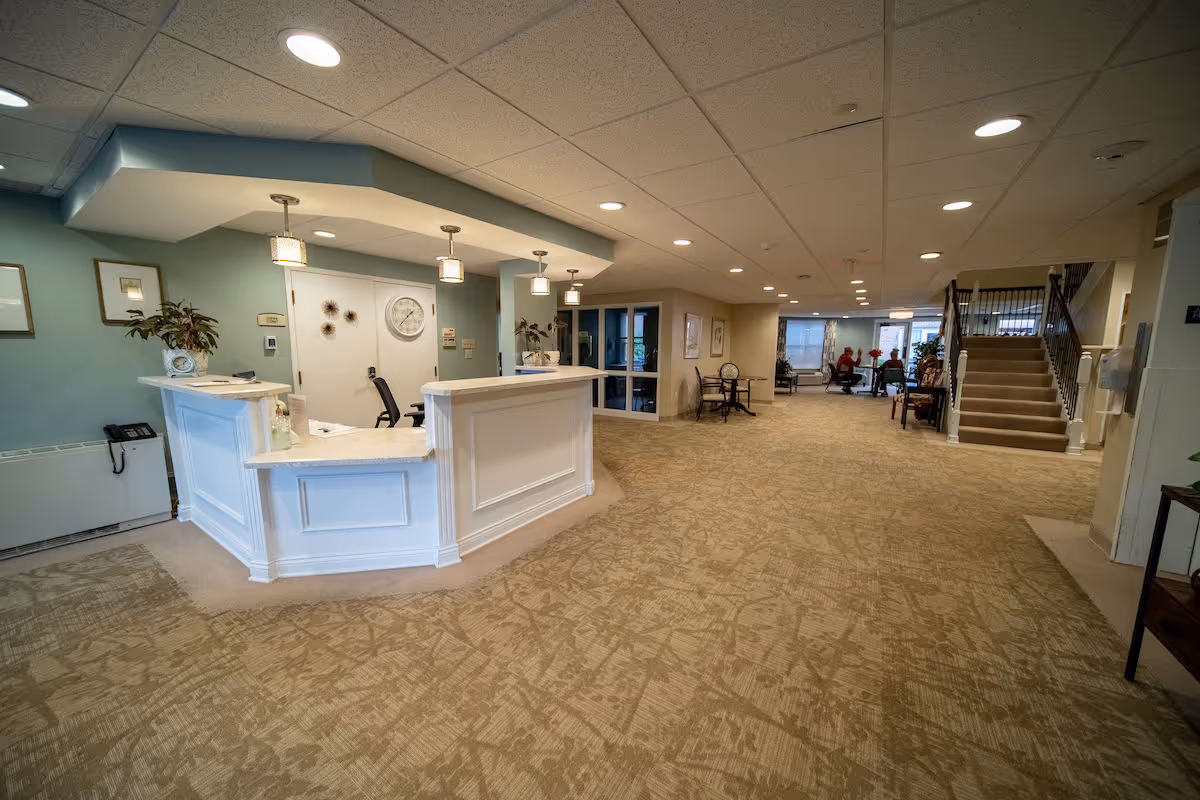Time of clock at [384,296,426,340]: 1:37
